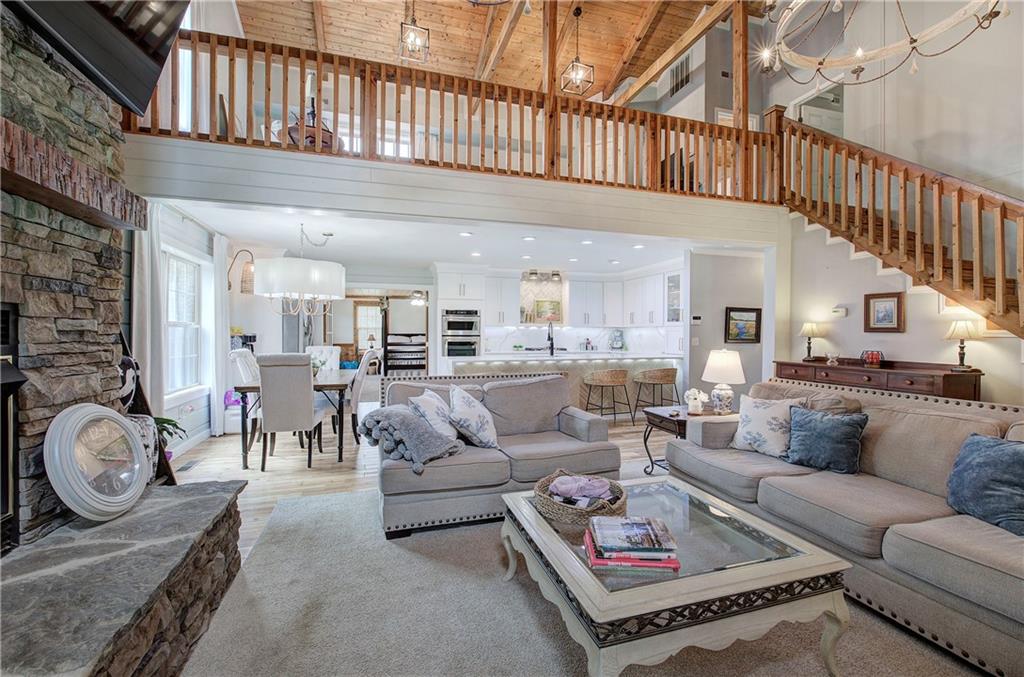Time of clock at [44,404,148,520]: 3:09
